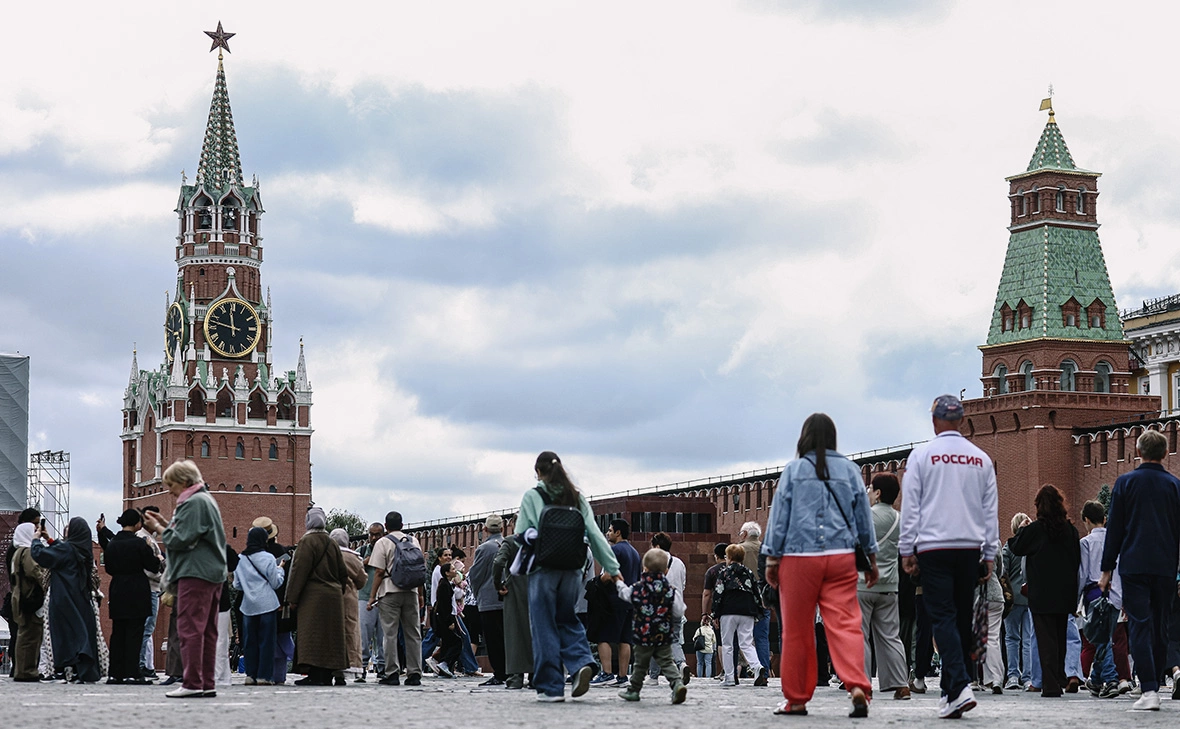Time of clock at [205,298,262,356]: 11:47
